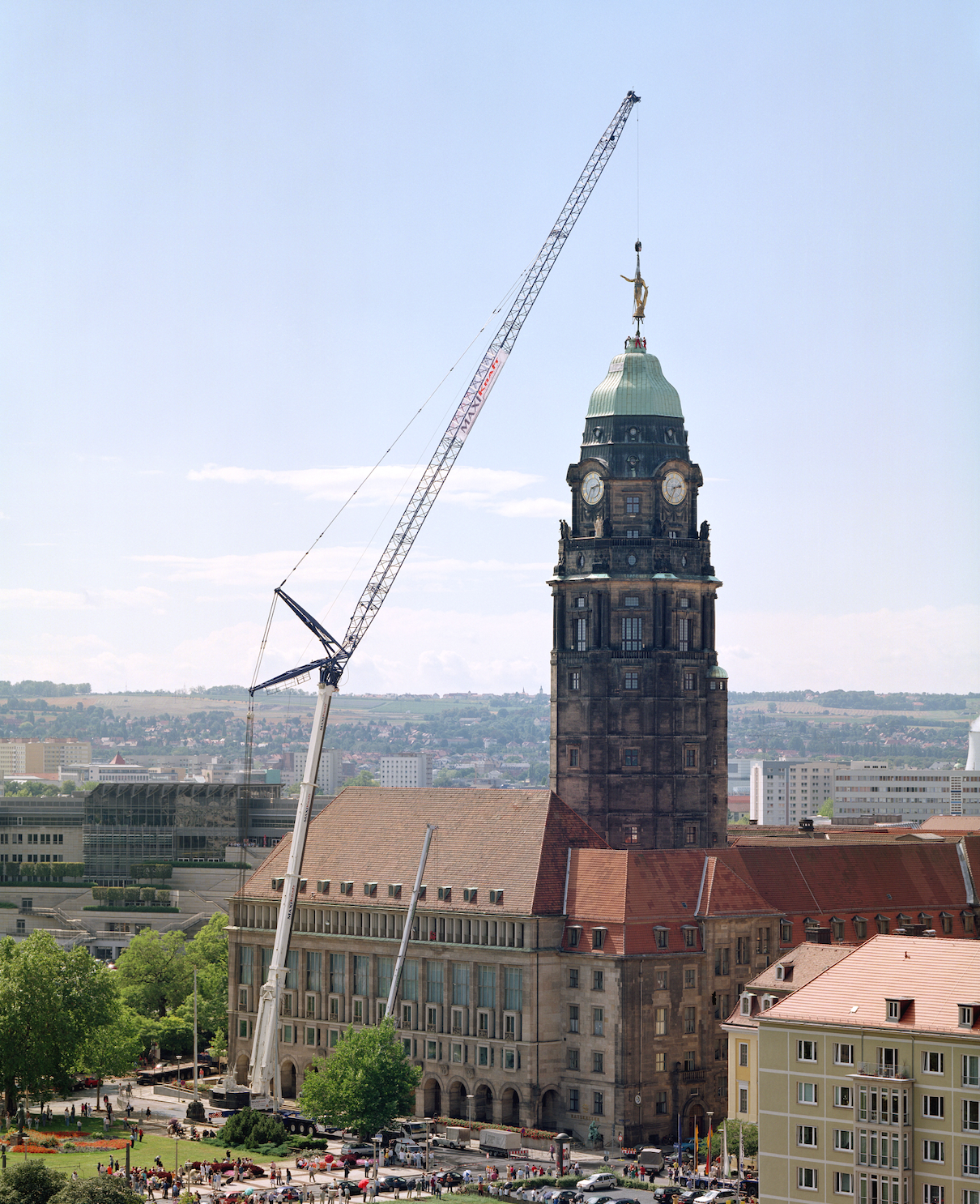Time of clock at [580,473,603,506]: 2:34
